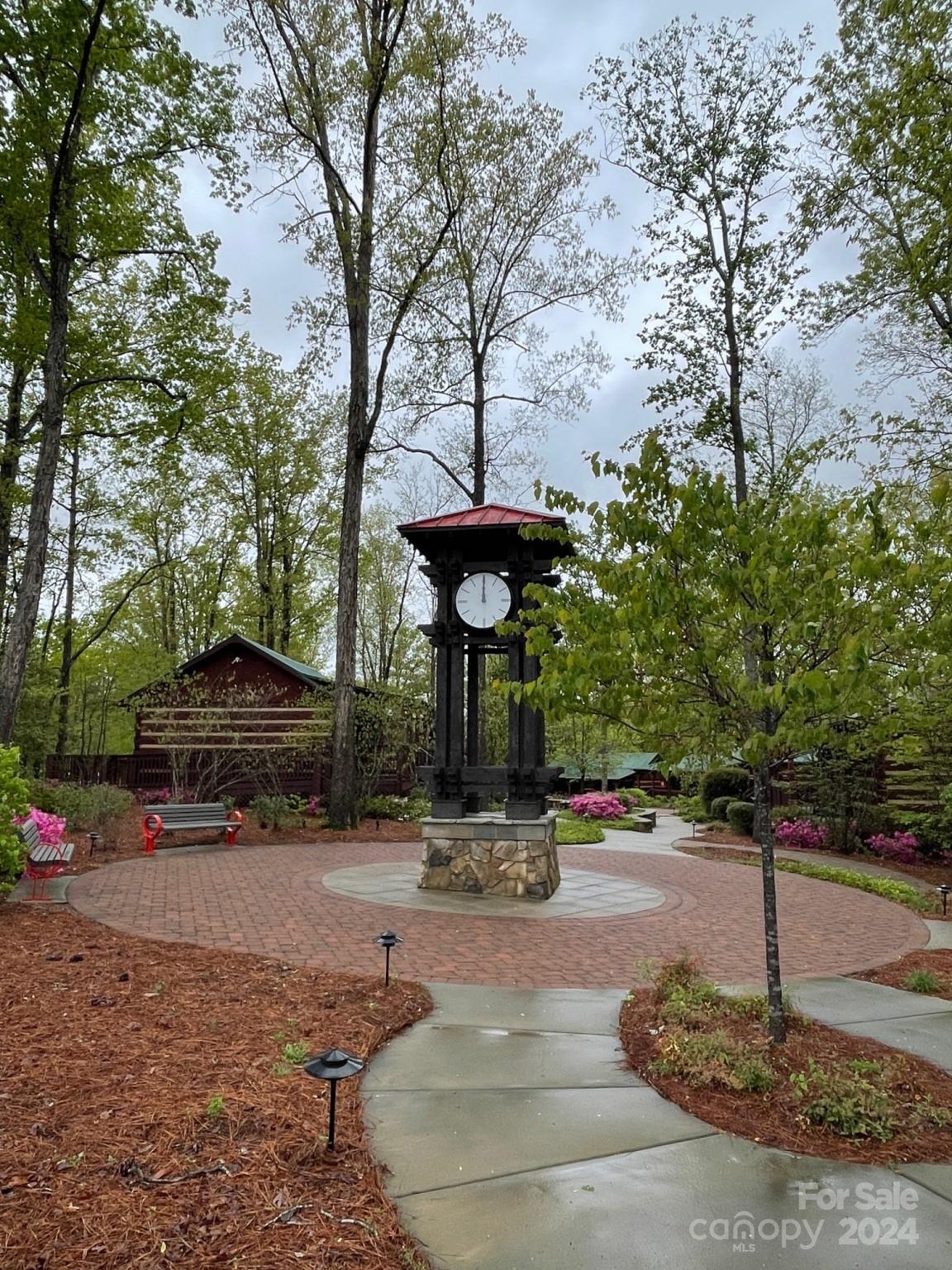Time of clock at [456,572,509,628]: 12:00
